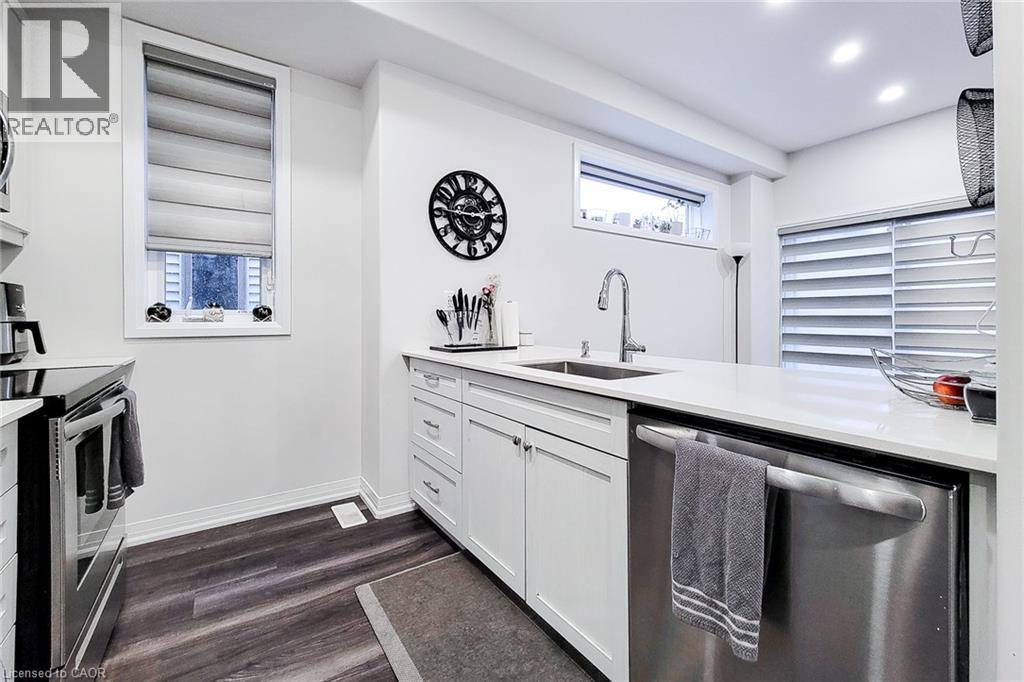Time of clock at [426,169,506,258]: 2:45
